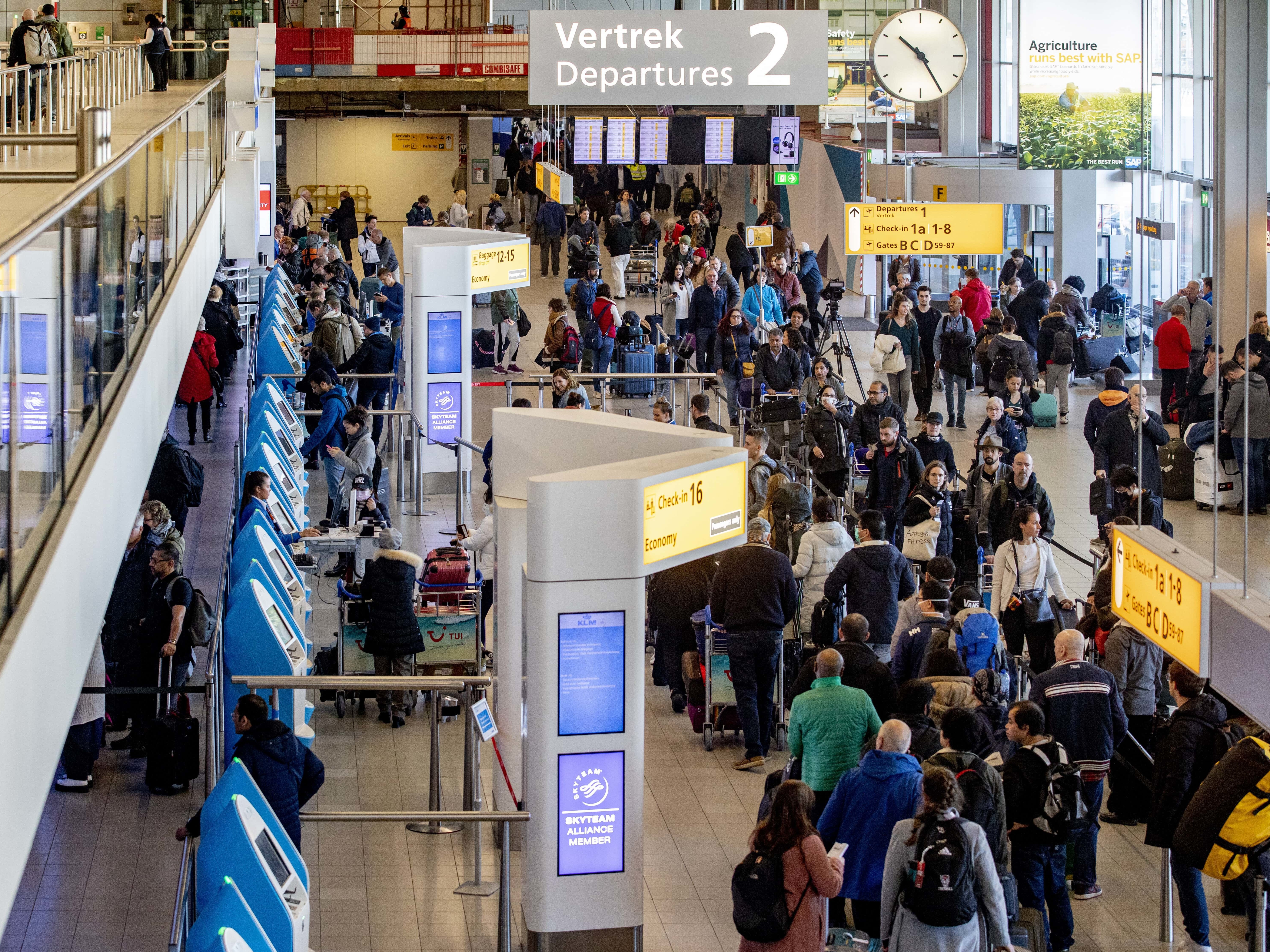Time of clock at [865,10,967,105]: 10:24
